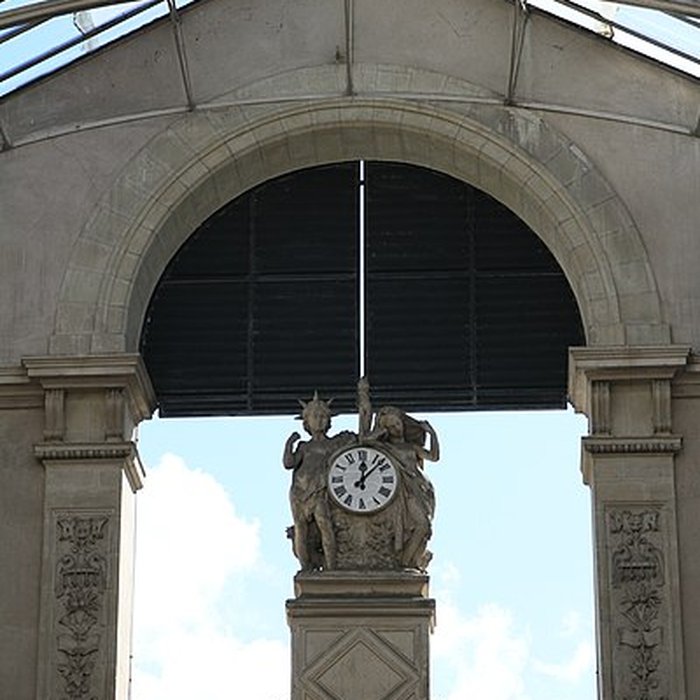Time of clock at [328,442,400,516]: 12:07
